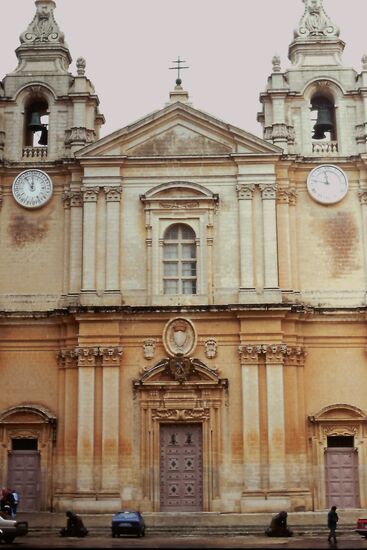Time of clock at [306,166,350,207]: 11:46
